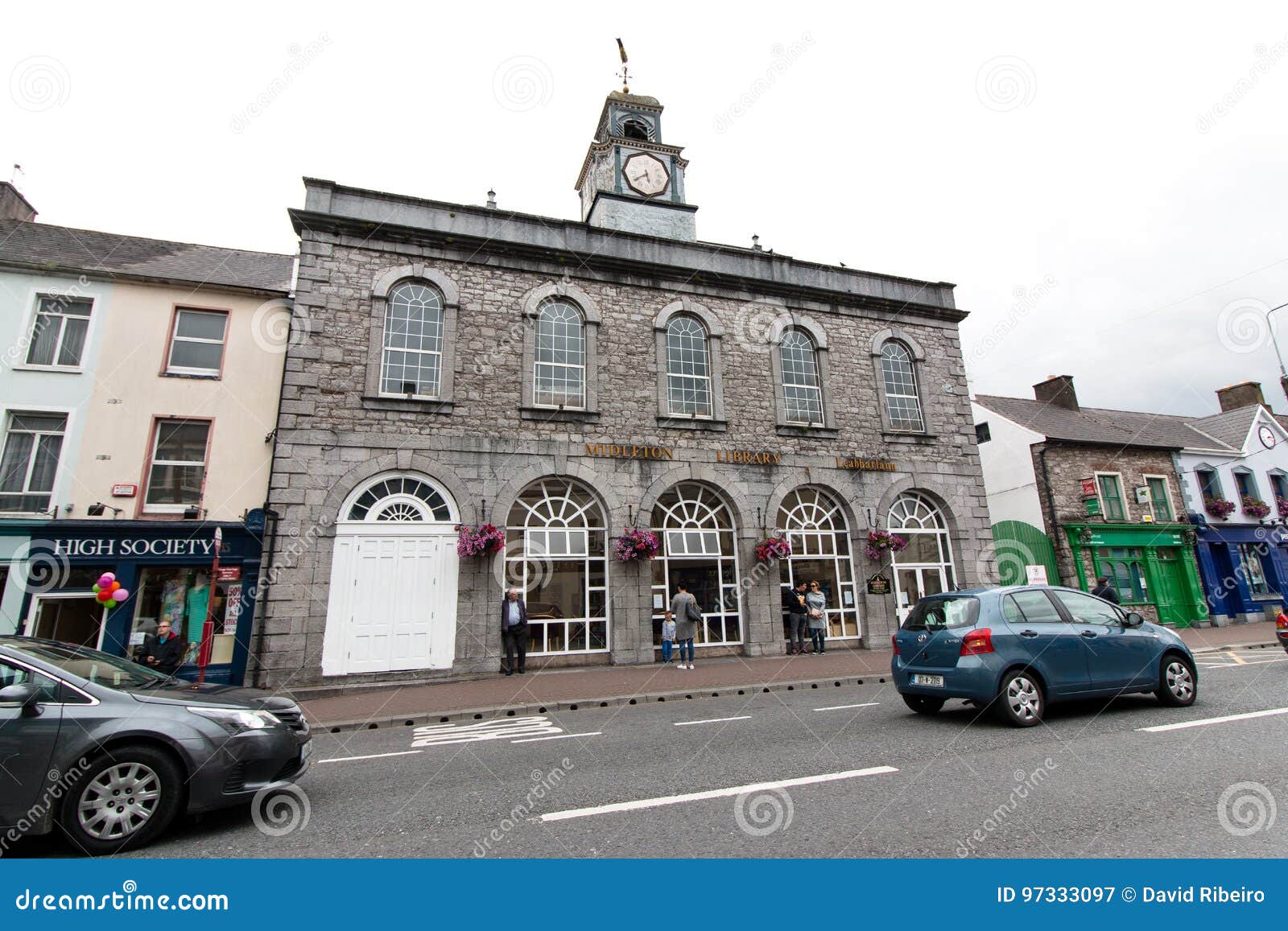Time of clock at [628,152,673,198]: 5:39
